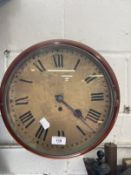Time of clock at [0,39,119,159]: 4:22
